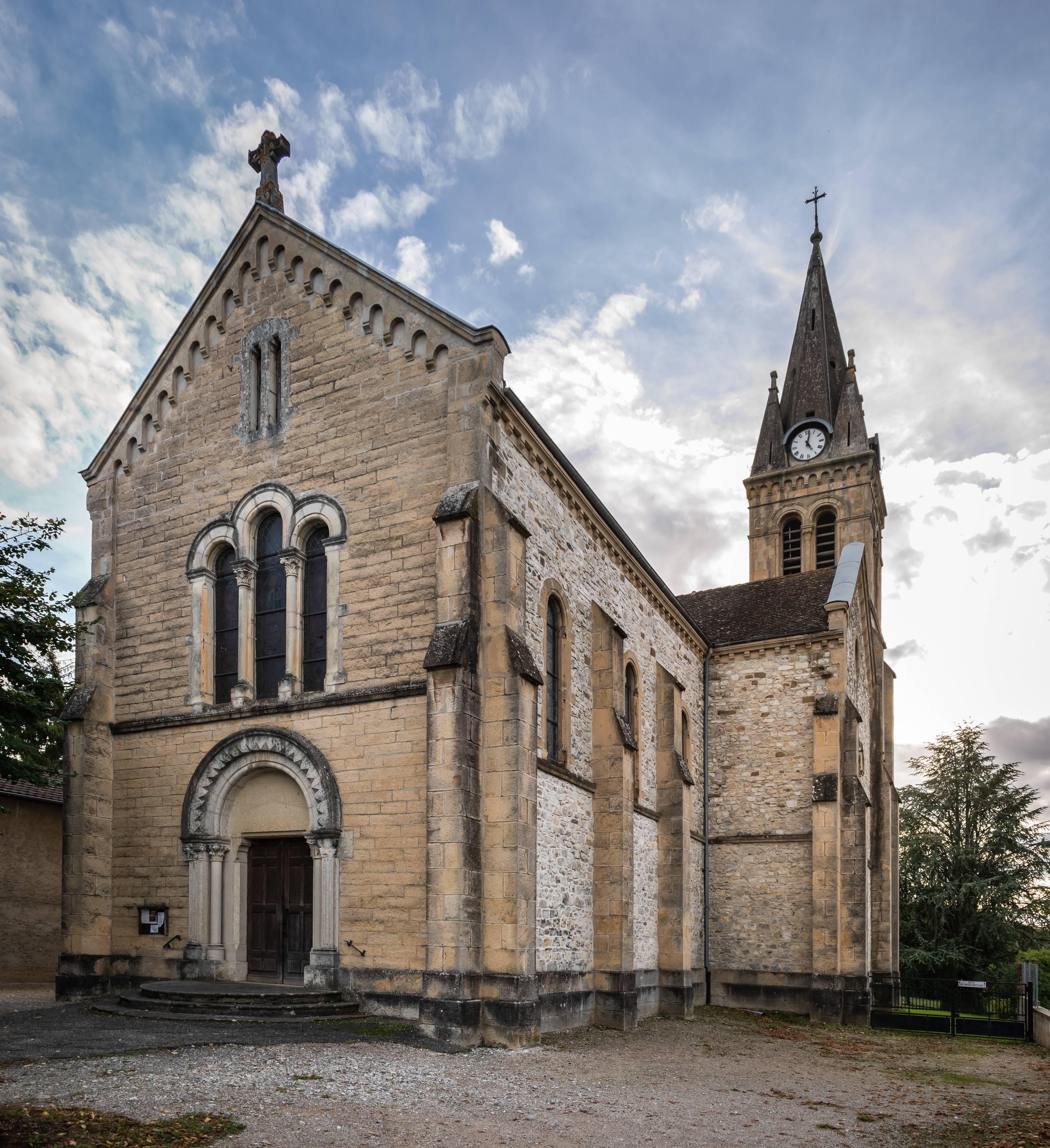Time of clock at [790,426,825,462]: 5:02
